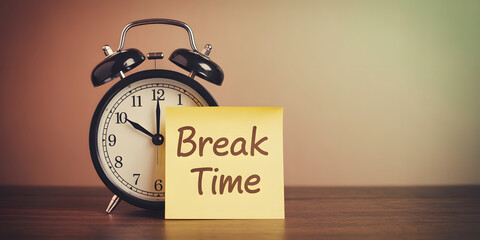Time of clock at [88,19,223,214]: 10:00
